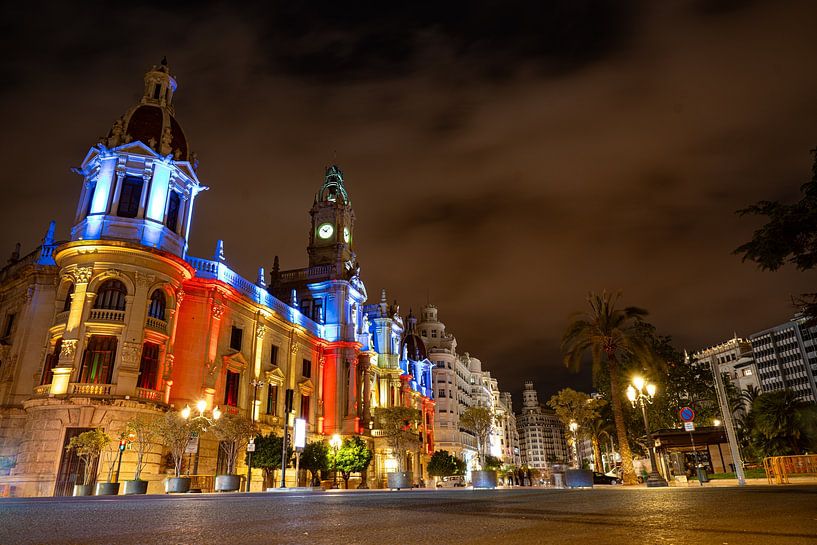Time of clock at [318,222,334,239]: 10:07
